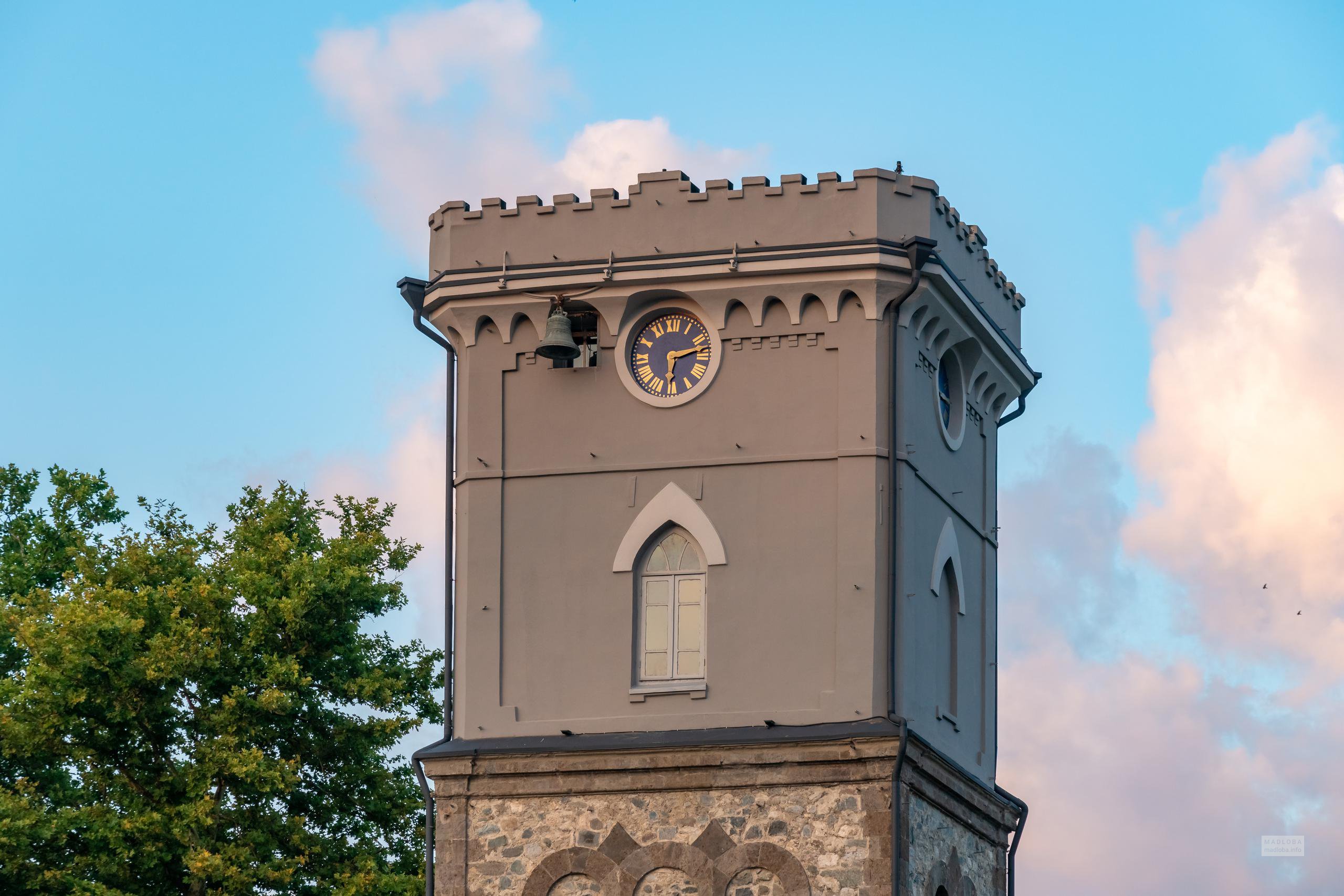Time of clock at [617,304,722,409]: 6:13
